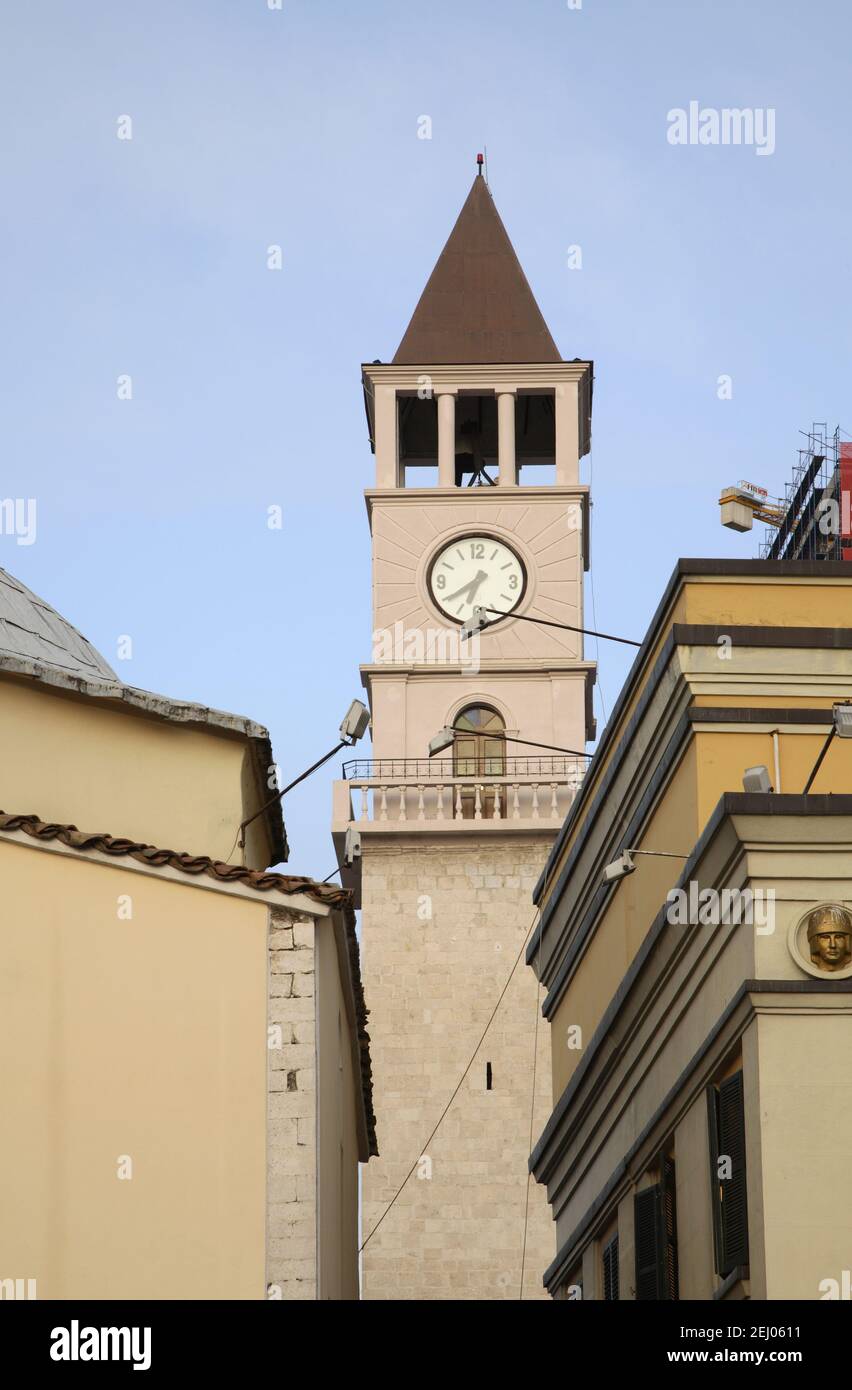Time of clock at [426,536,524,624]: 6:39
